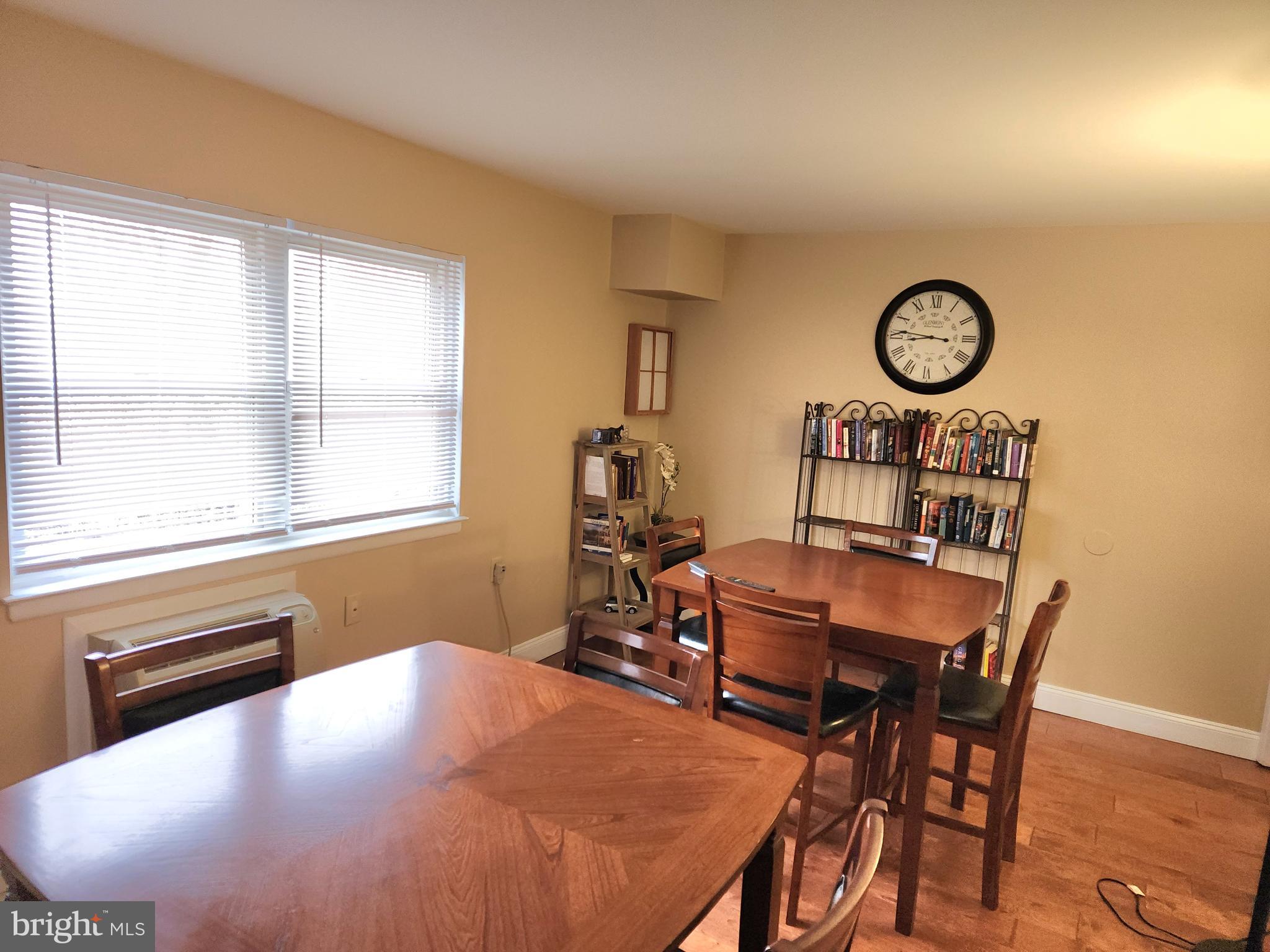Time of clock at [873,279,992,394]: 8:46
